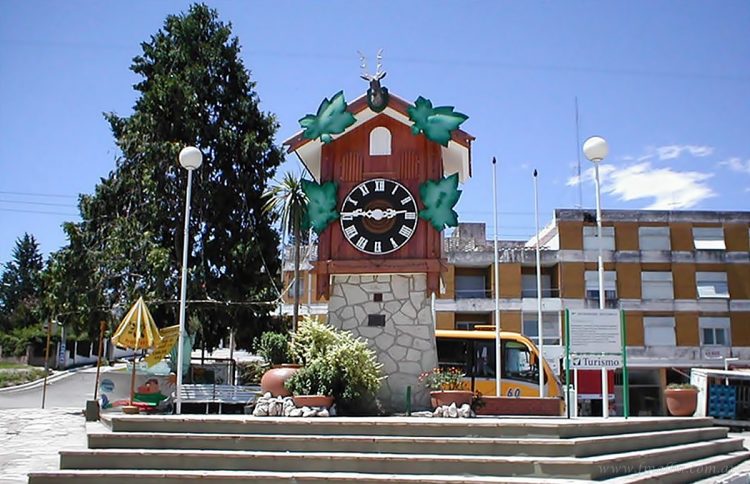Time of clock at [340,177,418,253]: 9:13
